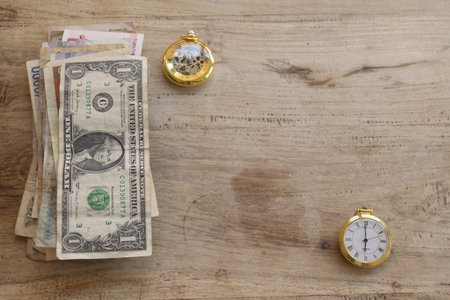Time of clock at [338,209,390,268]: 5:59
